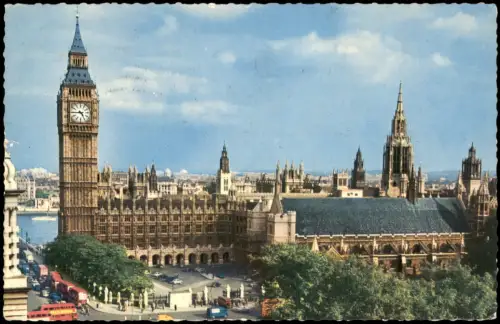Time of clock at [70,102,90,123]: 4:44
